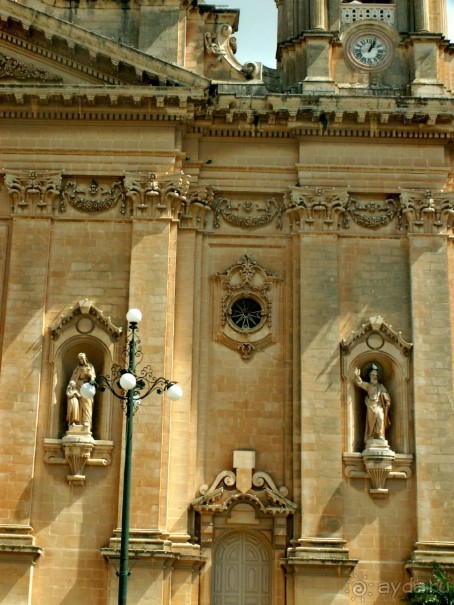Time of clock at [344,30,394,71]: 1:03
